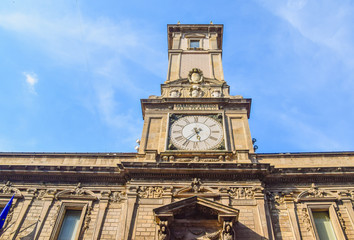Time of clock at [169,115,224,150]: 5:36
